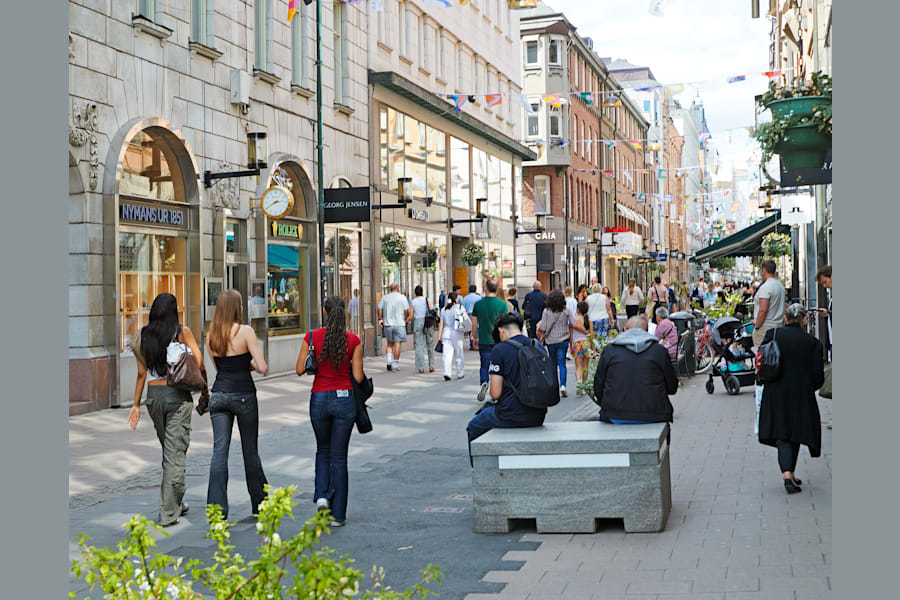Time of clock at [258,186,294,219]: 2:40
